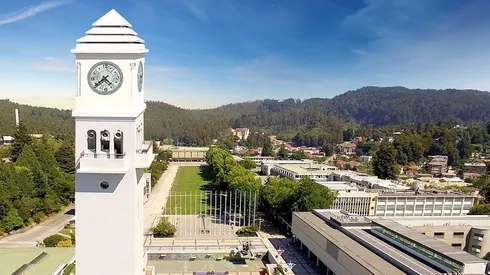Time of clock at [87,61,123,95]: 4:38
